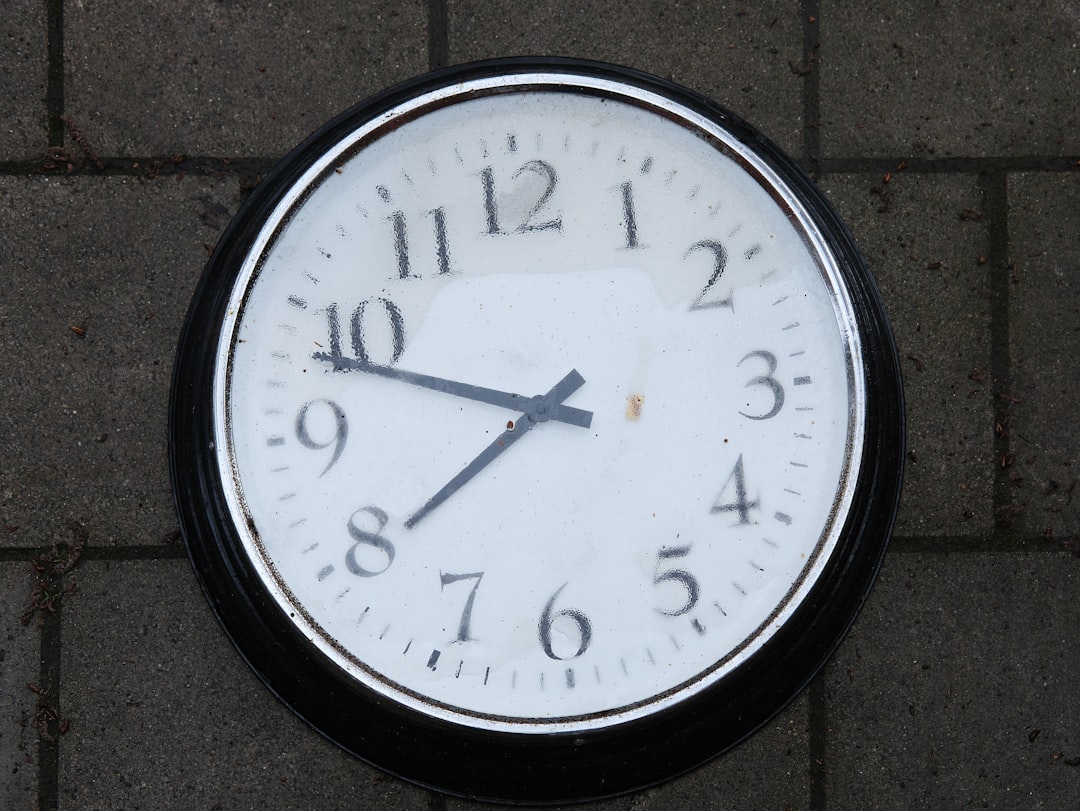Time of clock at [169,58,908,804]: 7:48
